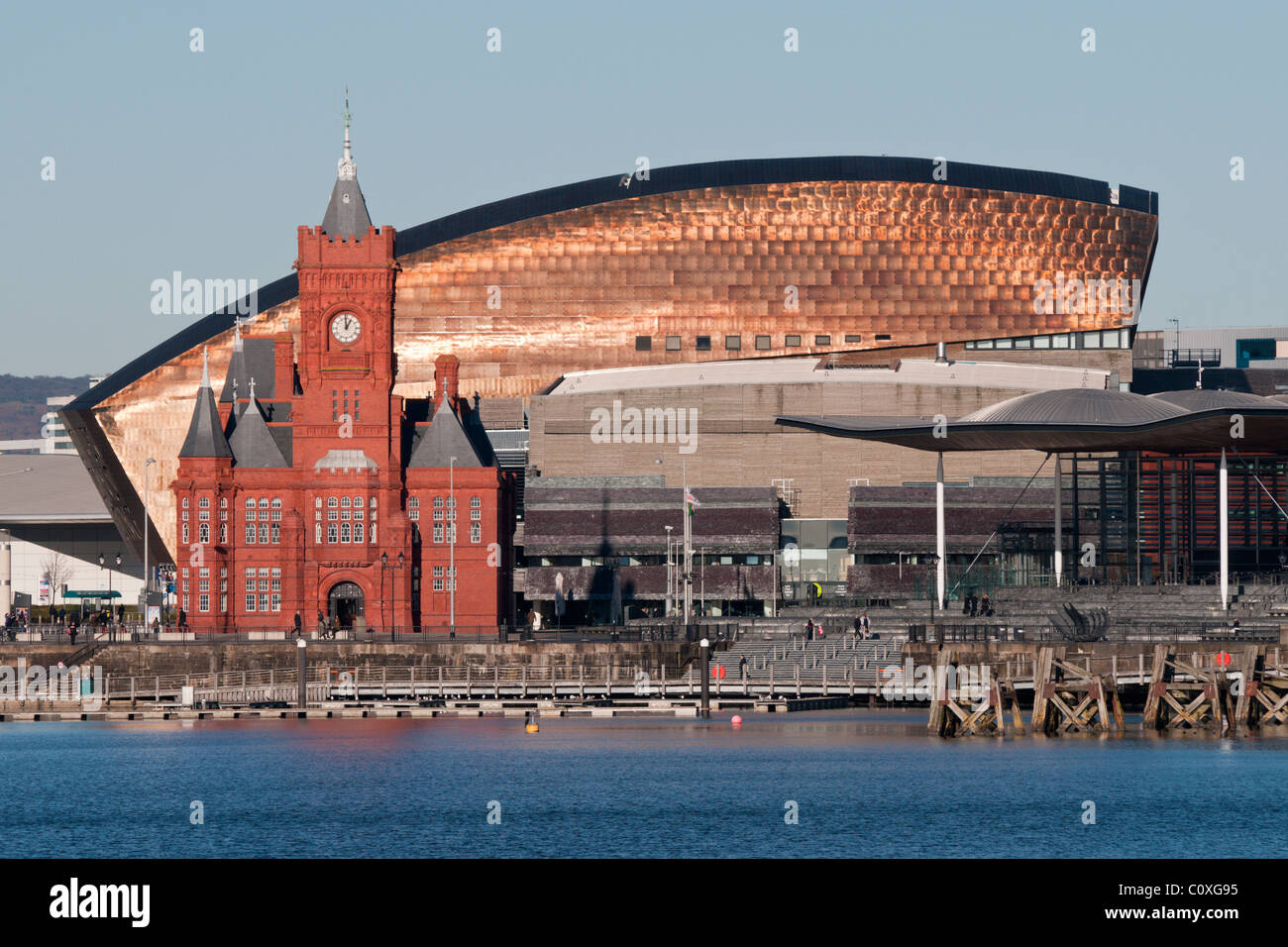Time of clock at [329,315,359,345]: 12:59
